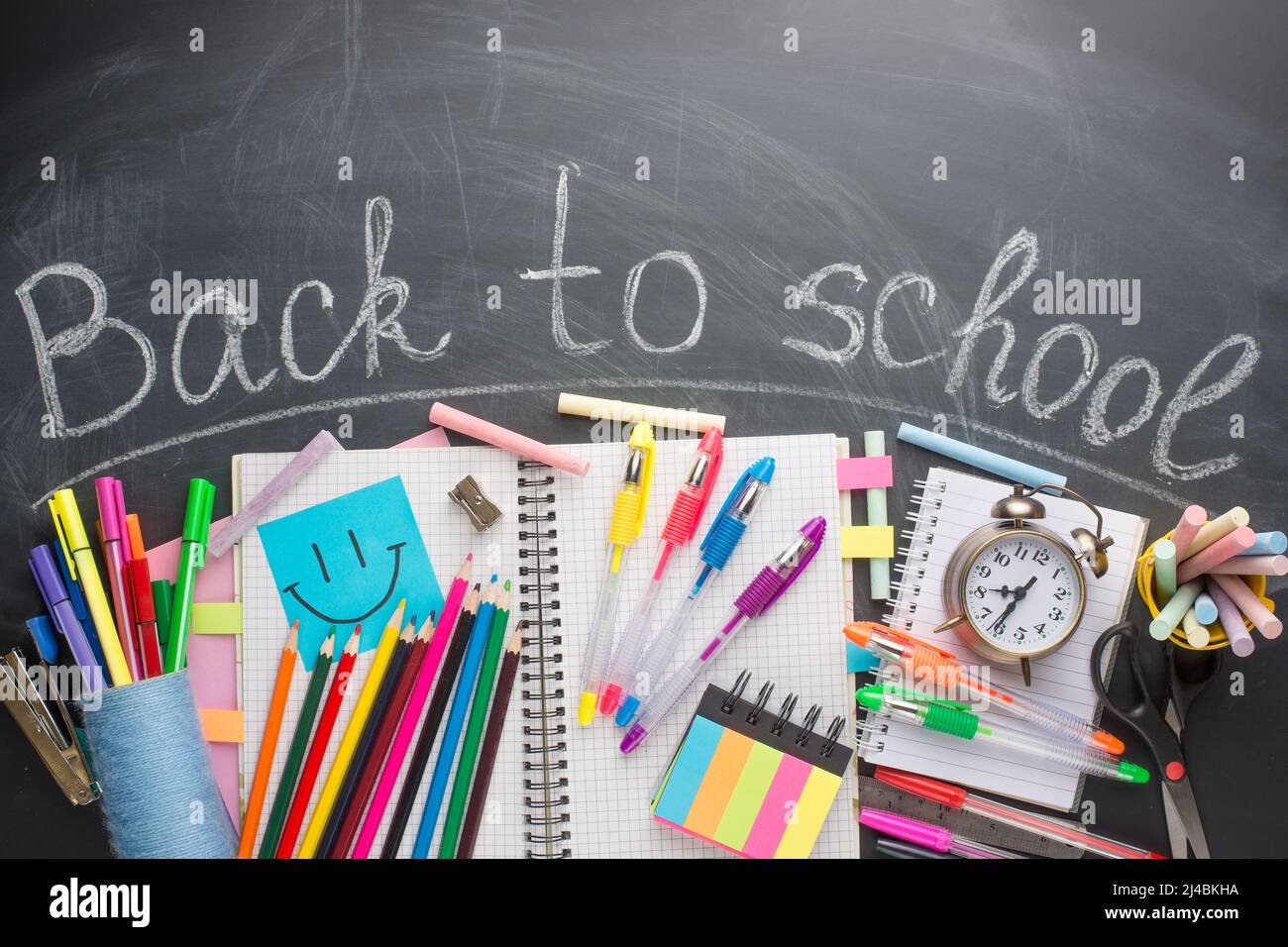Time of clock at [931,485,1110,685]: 8:35
